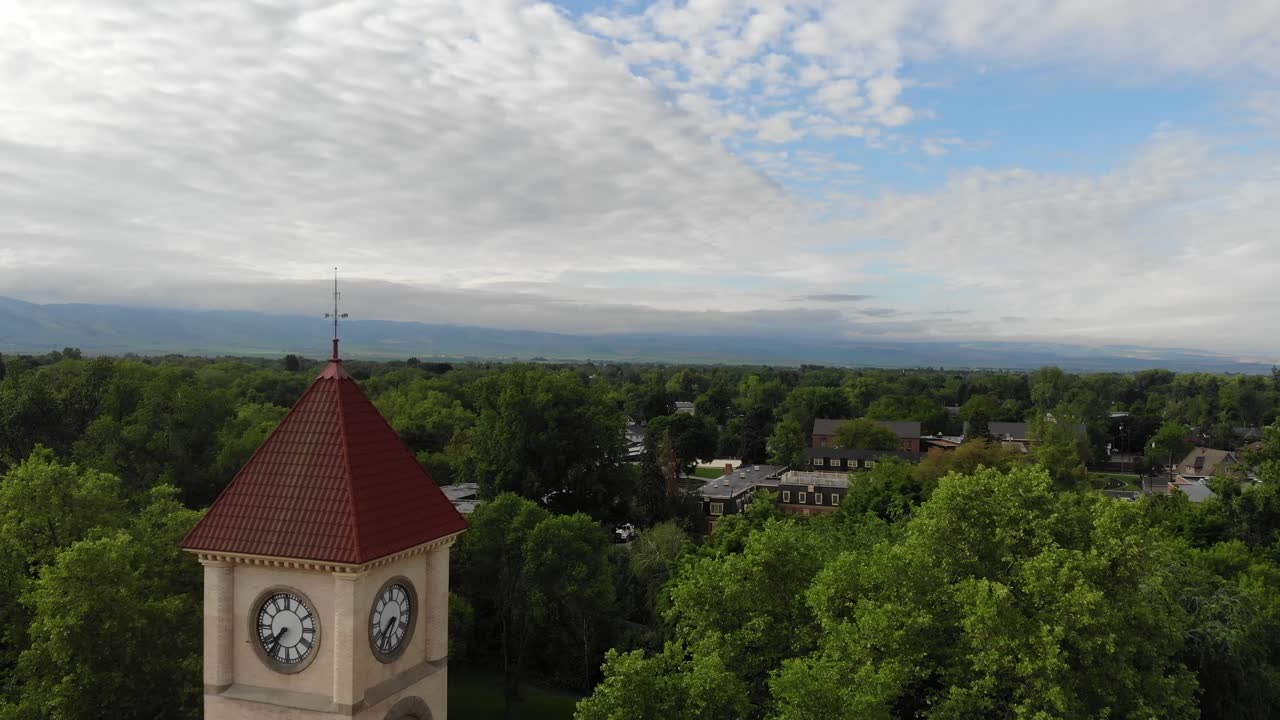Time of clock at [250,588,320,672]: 7:36
